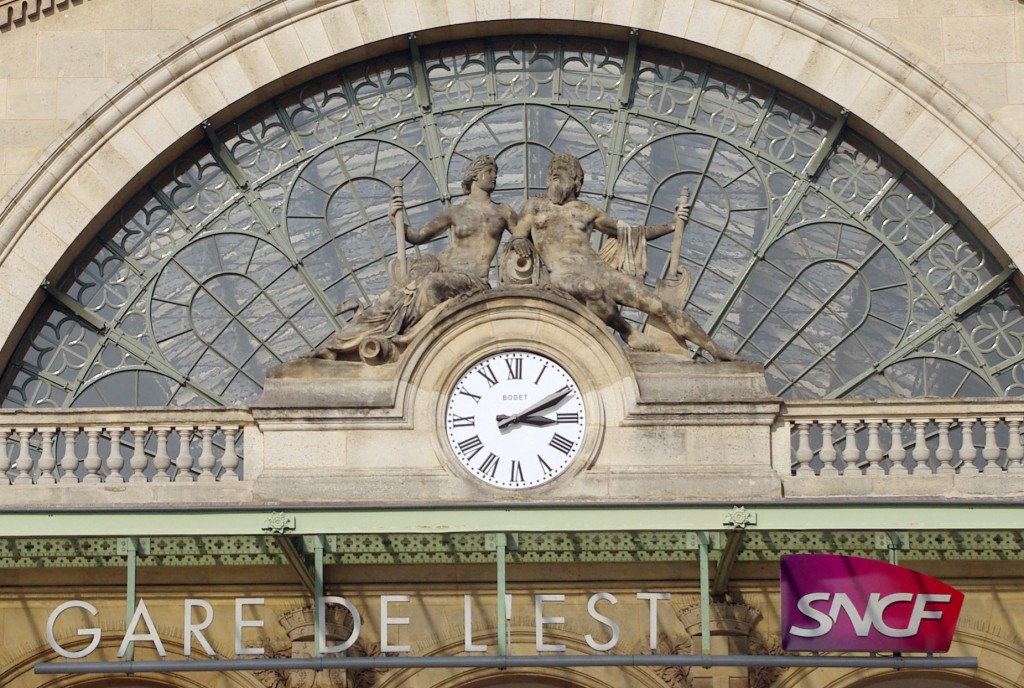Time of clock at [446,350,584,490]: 3:10
